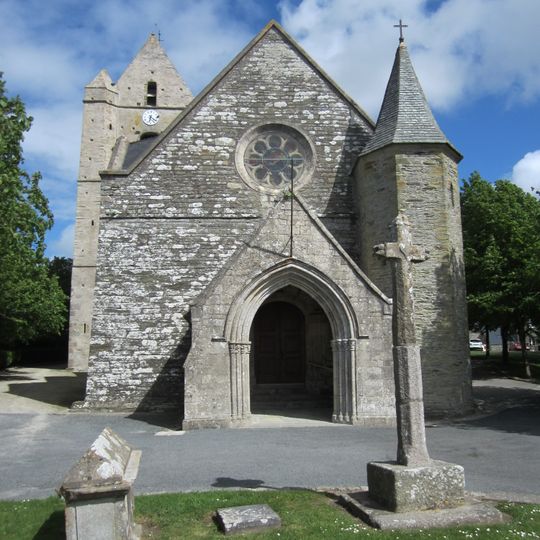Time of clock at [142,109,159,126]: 6:21
